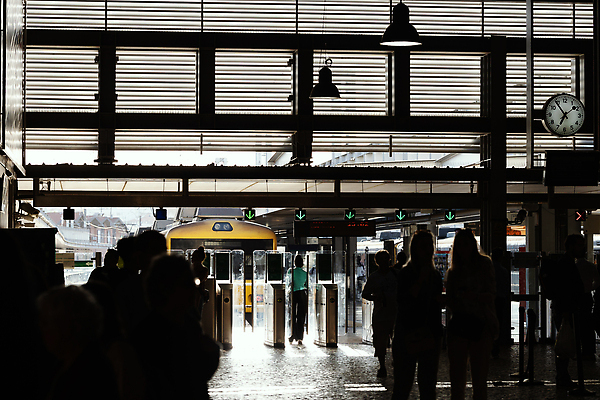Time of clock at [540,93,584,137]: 6:54
